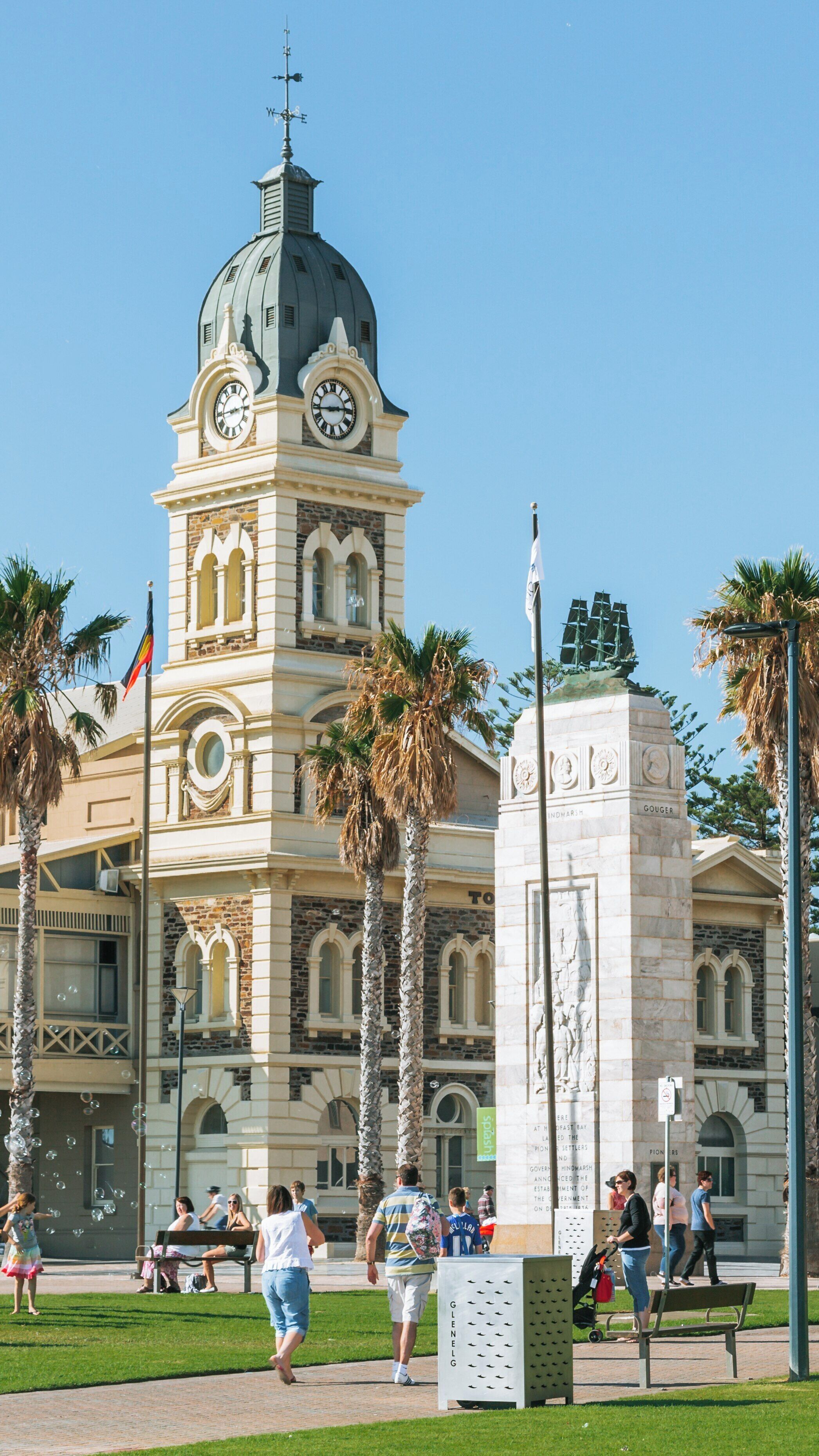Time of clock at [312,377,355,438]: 2:44
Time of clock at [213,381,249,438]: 2:44
